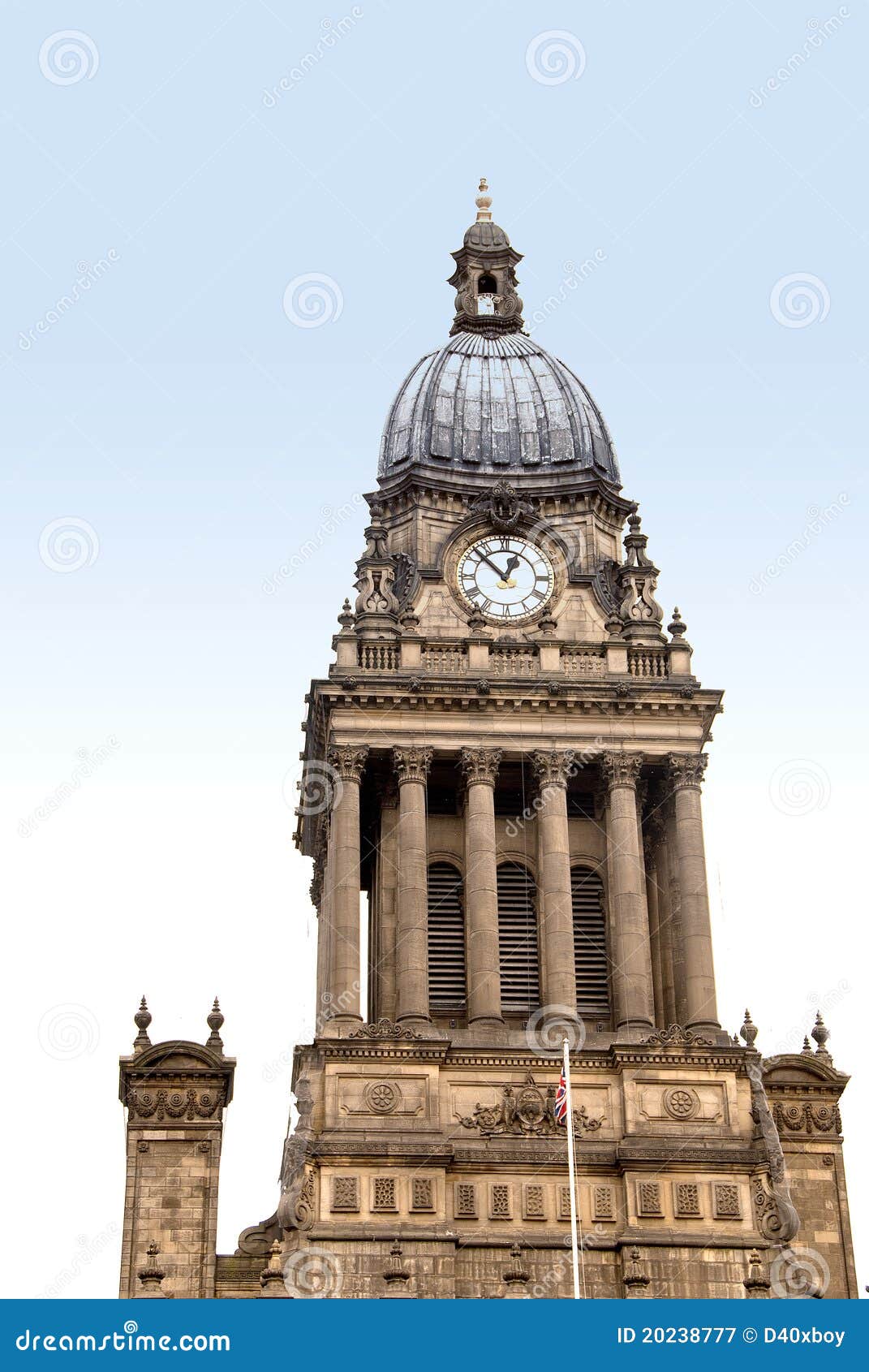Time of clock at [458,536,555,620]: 12:52
